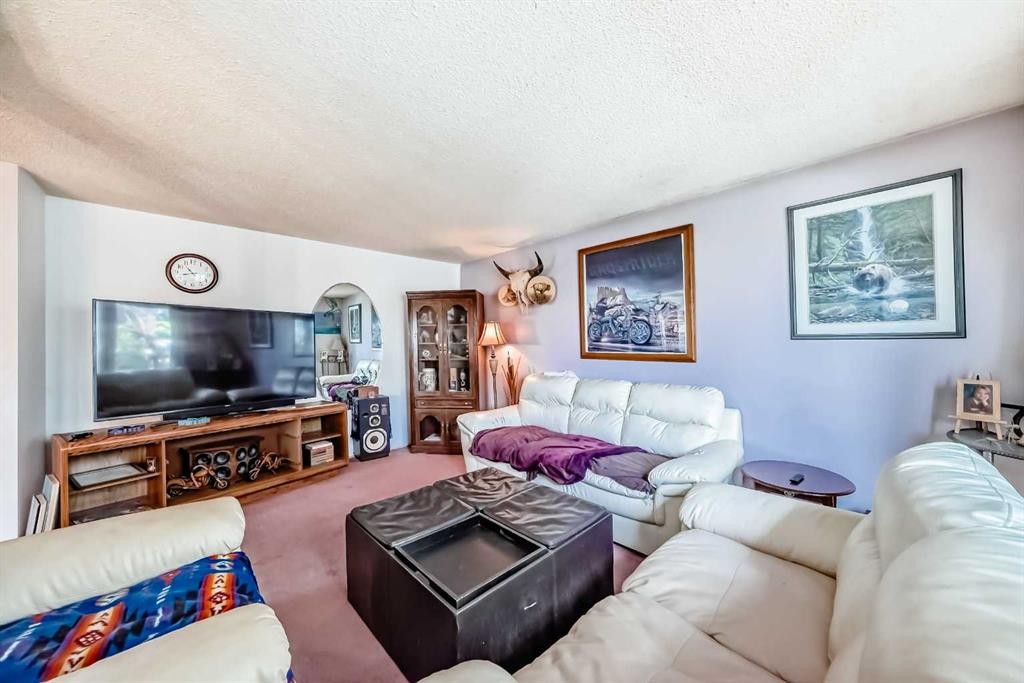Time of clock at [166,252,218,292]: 10:42
